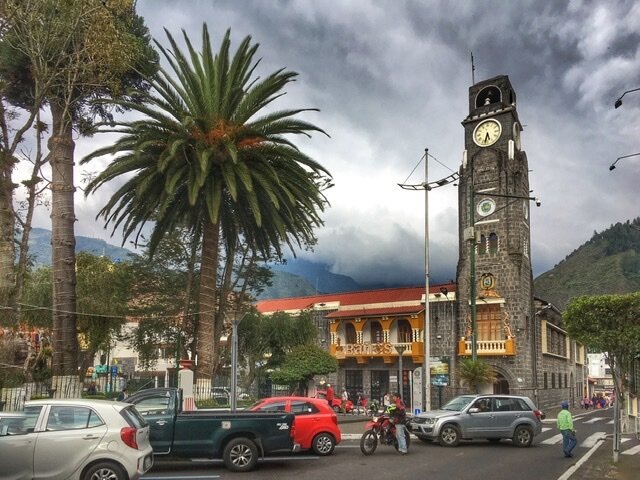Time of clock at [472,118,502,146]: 5:32
